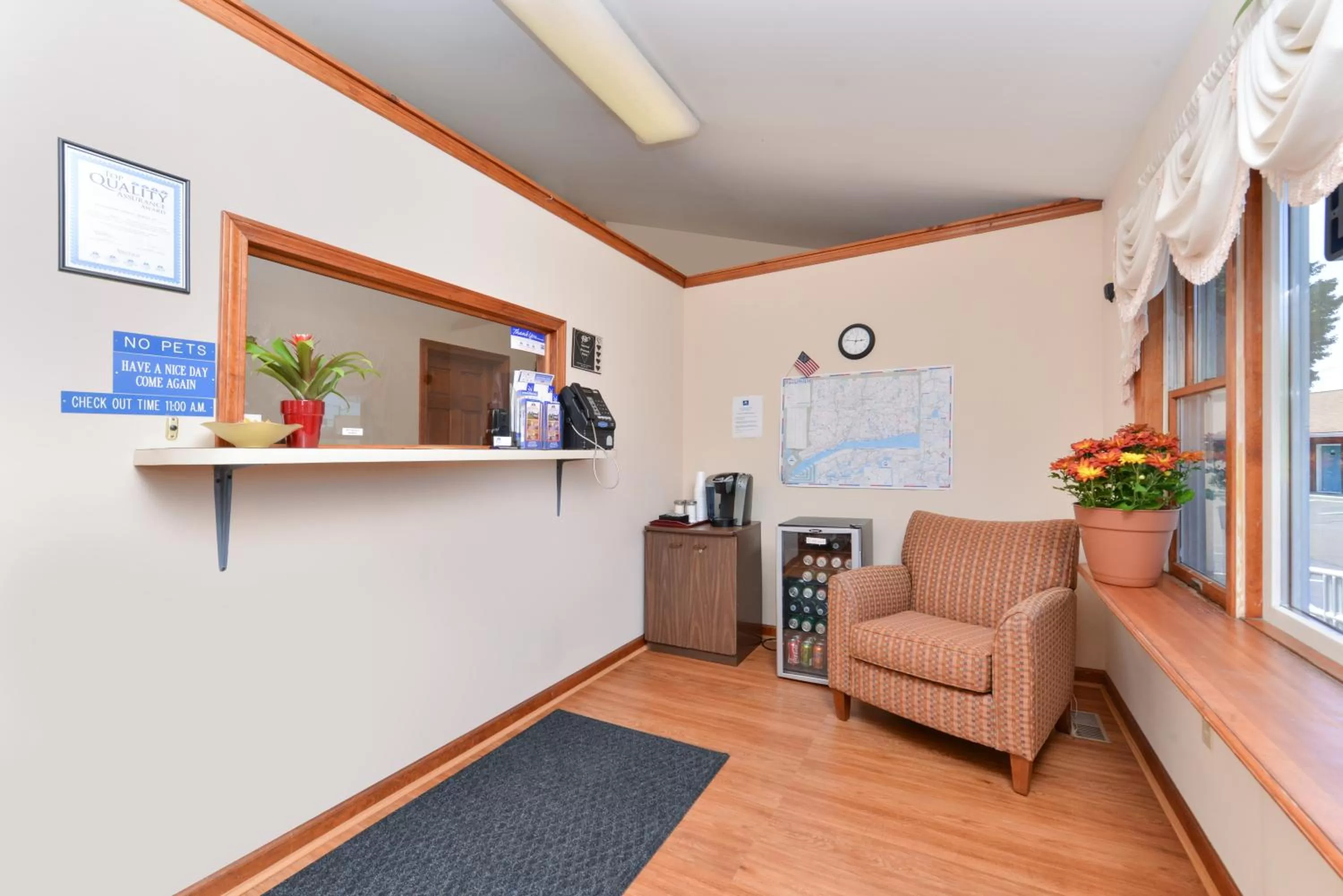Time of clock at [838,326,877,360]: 2:46
